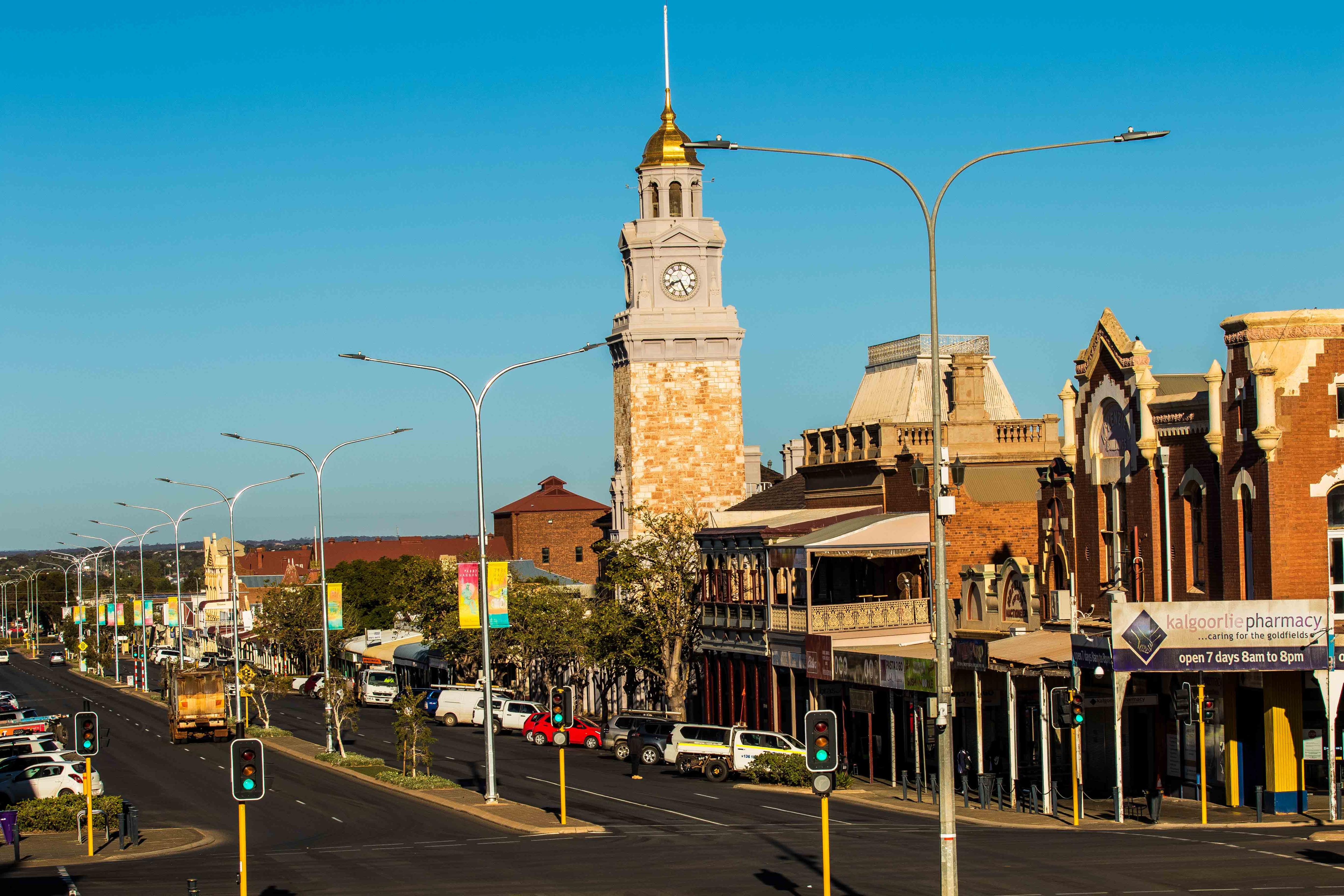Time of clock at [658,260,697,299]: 8:25
